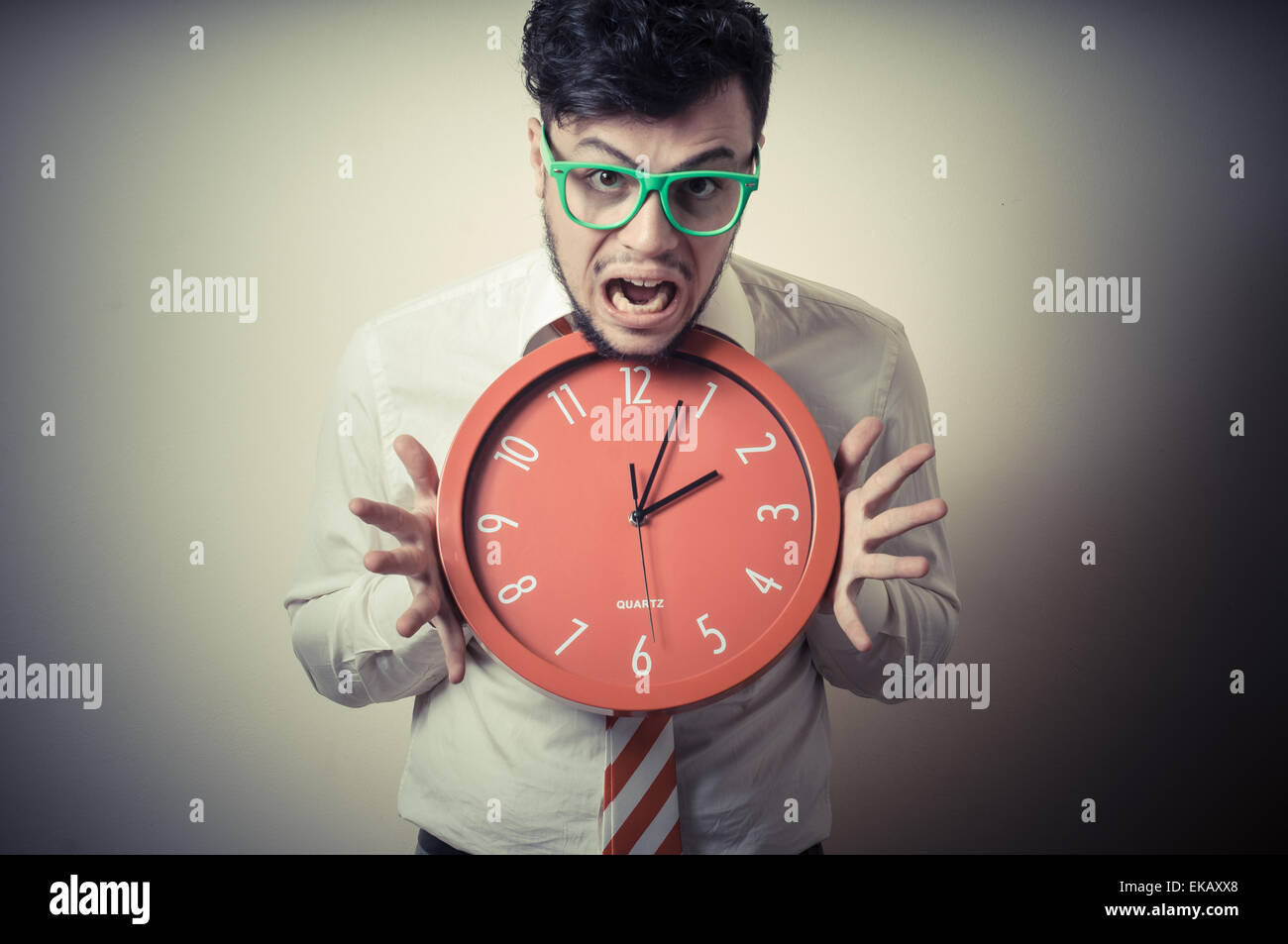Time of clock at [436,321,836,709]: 2:03
